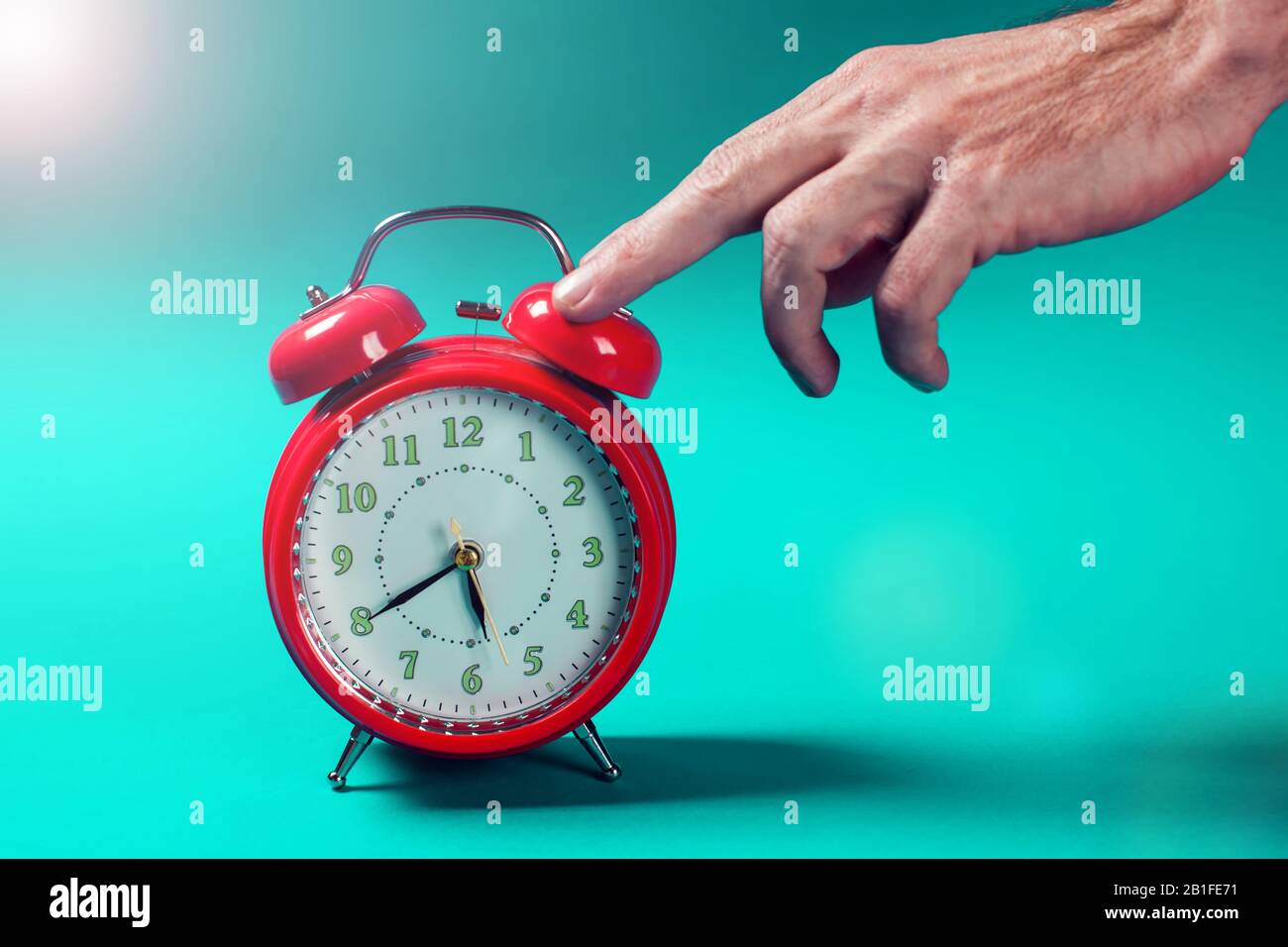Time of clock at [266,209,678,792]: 5:40
